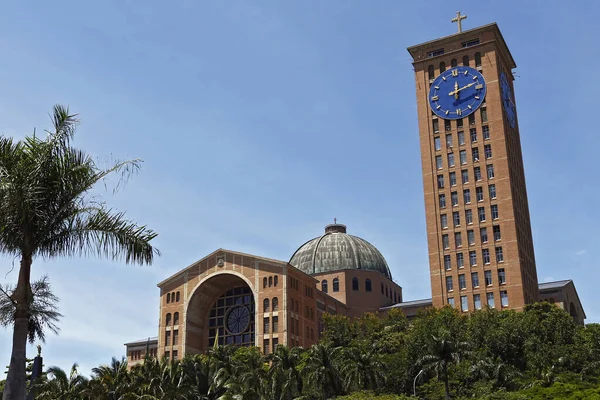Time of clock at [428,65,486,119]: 12:12
